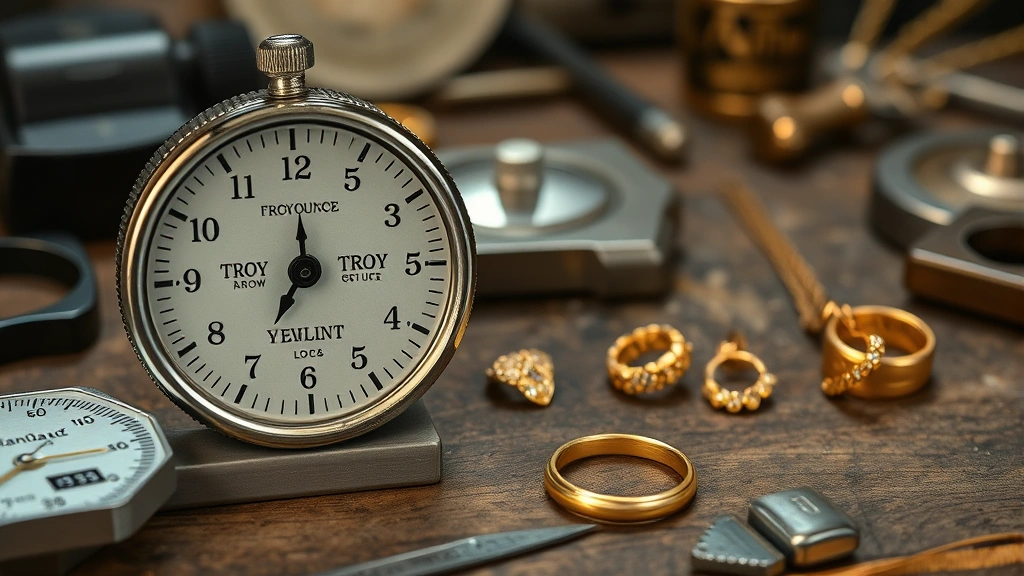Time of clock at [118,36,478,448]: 7:00
